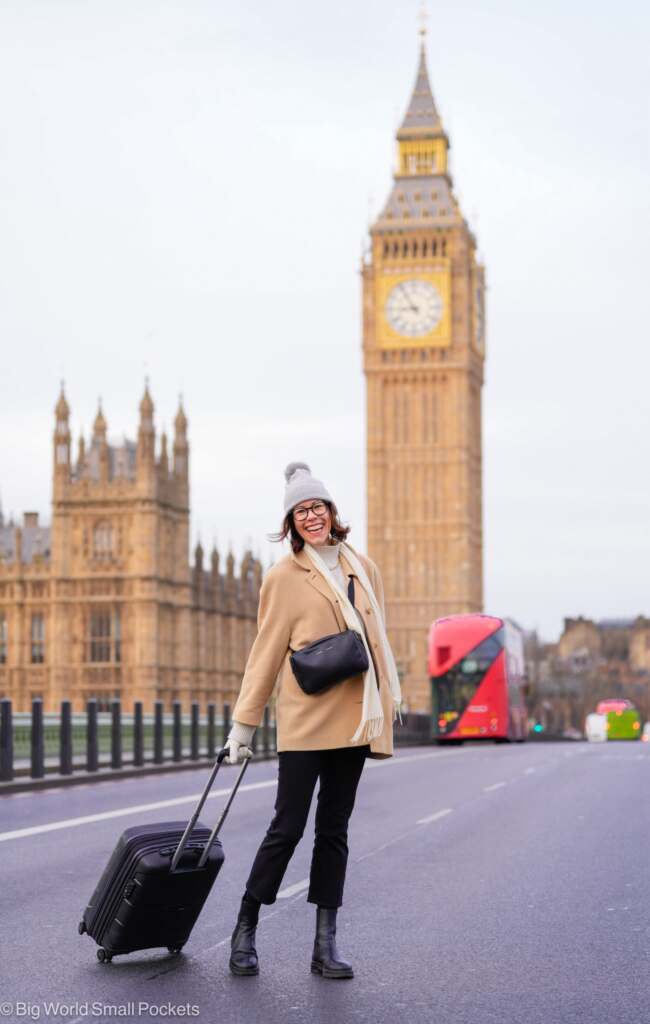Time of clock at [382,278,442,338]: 8:54
